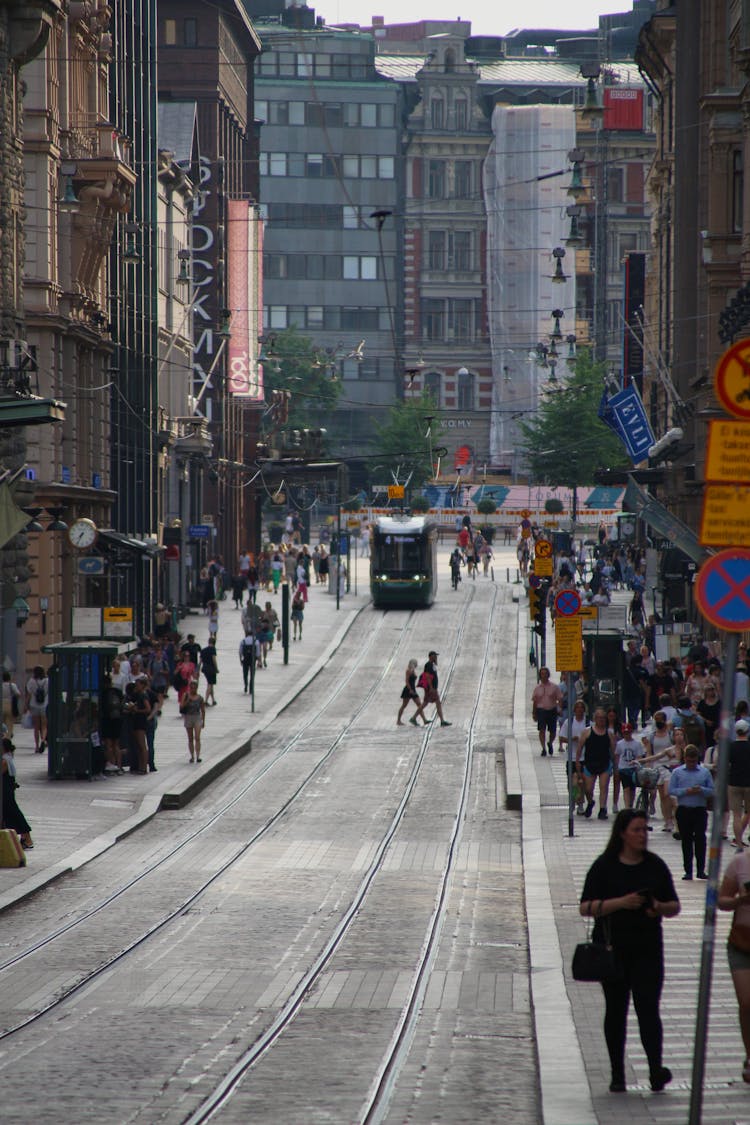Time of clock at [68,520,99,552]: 7:34
